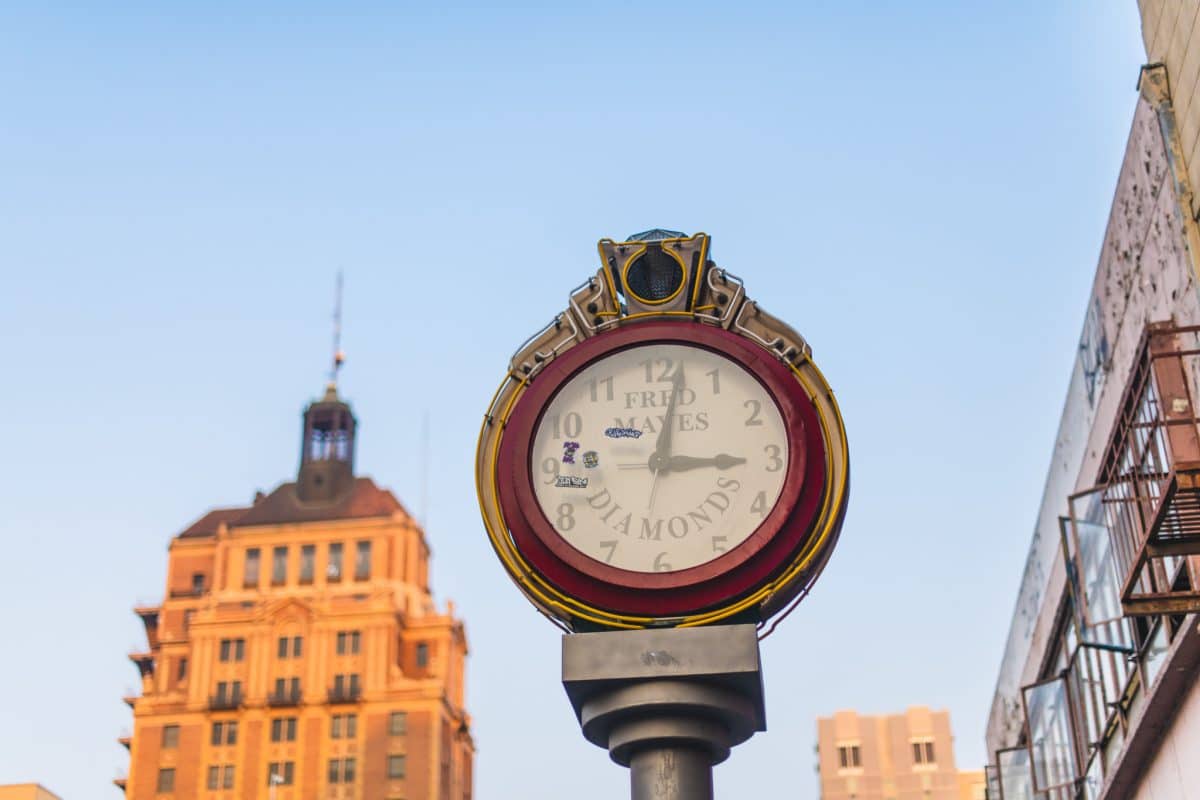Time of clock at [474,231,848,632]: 3:01
